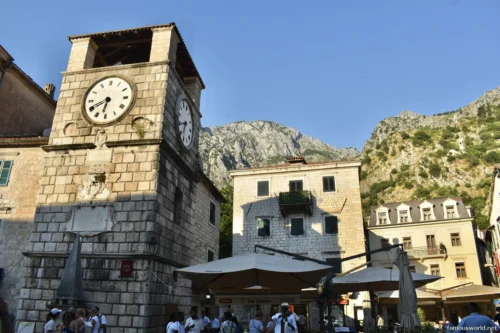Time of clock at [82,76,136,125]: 6:41
